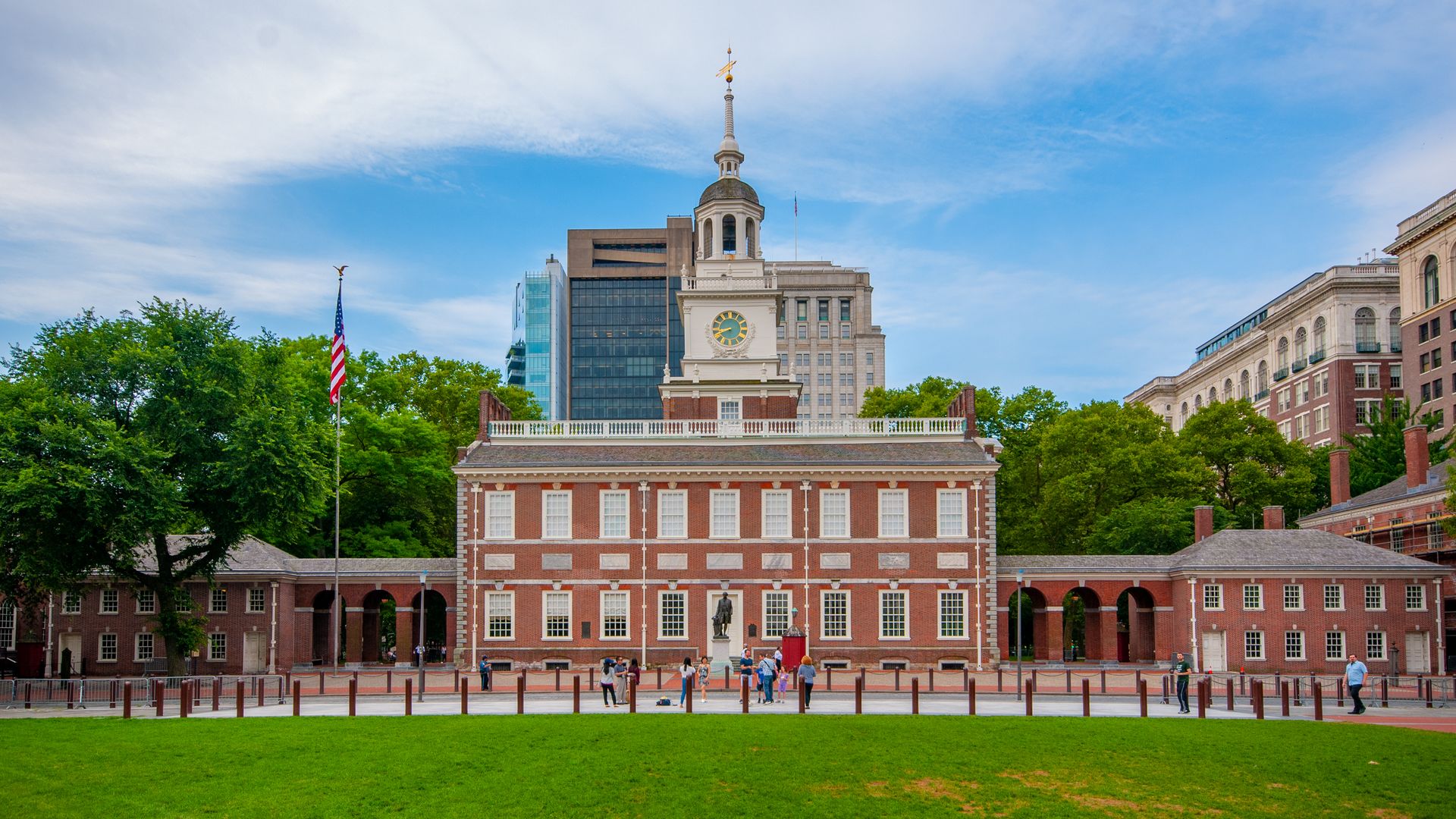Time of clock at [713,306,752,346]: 8:40
